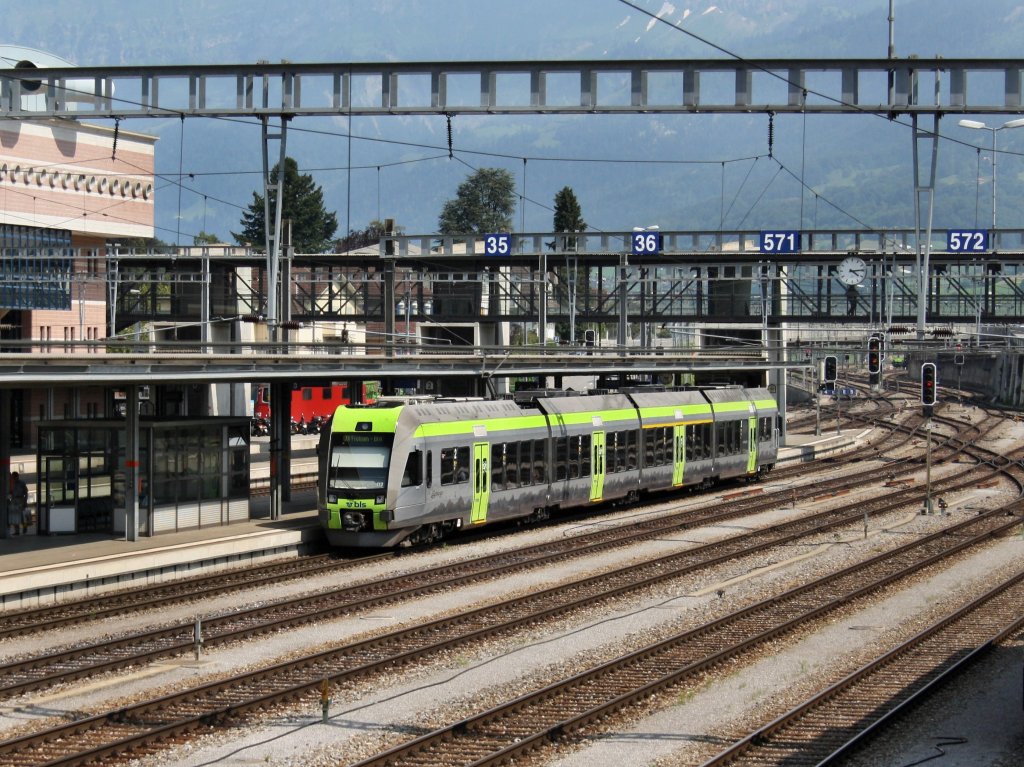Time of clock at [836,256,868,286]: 4:14
